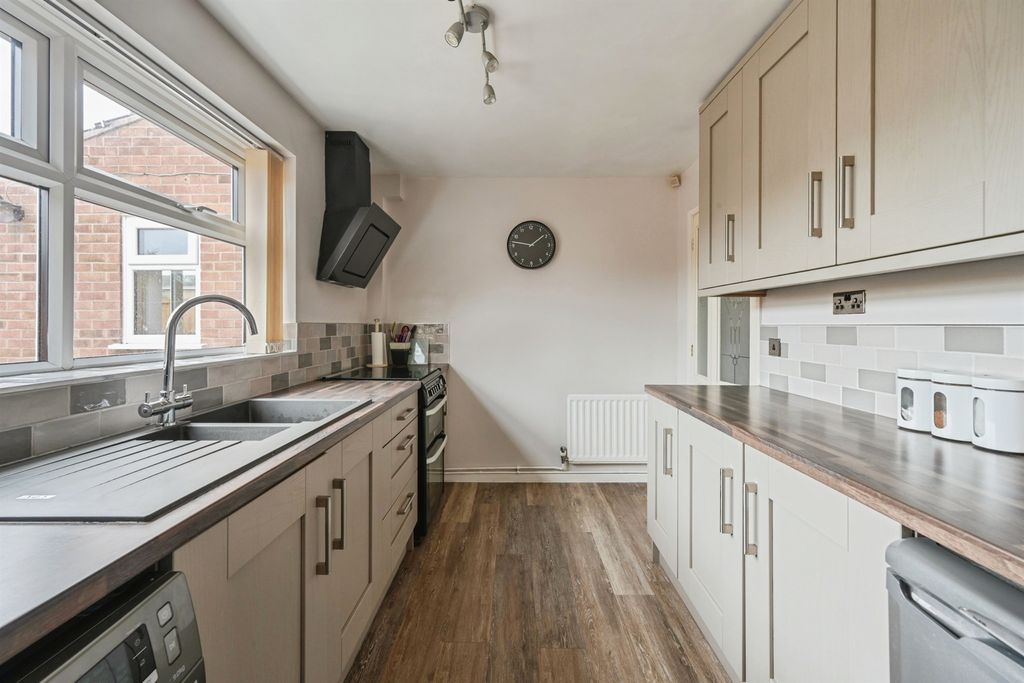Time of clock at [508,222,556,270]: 1:46
